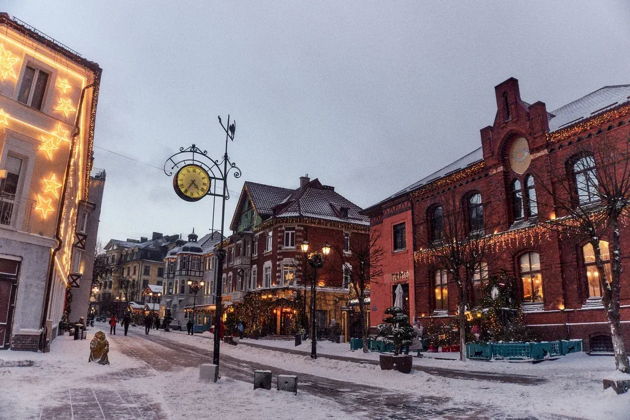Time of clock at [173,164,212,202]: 4:35
